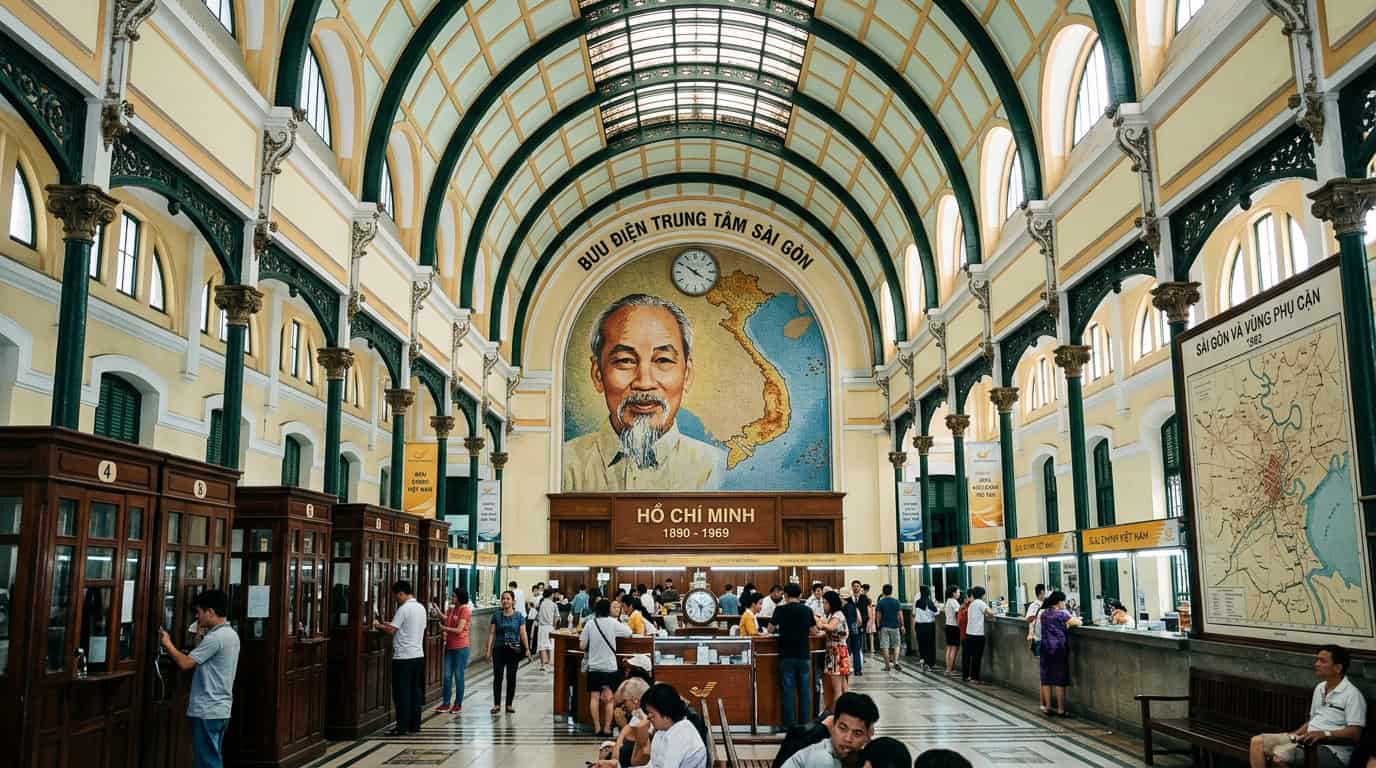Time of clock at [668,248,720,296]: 10:20
